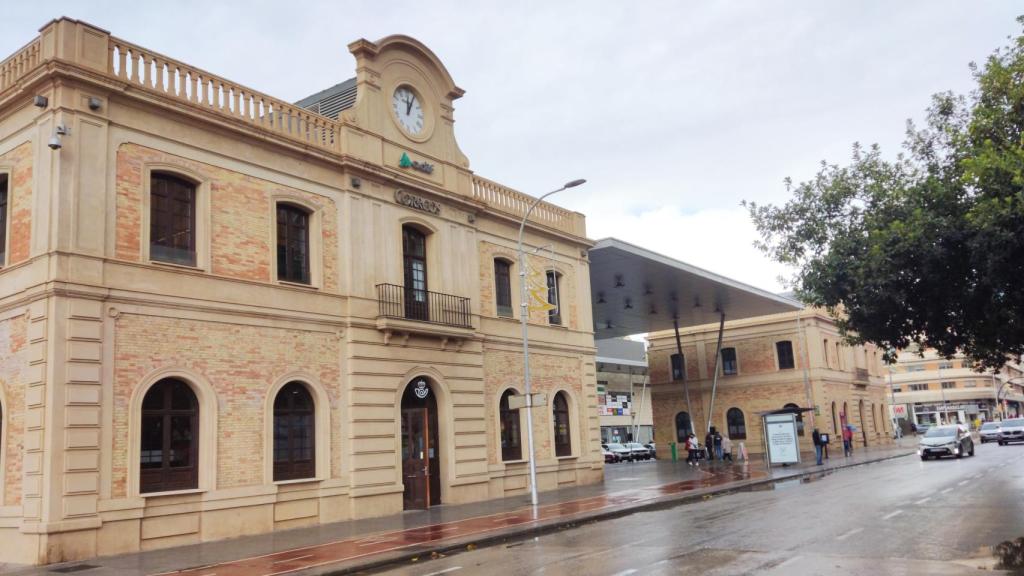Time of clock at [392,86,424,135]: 12:04
